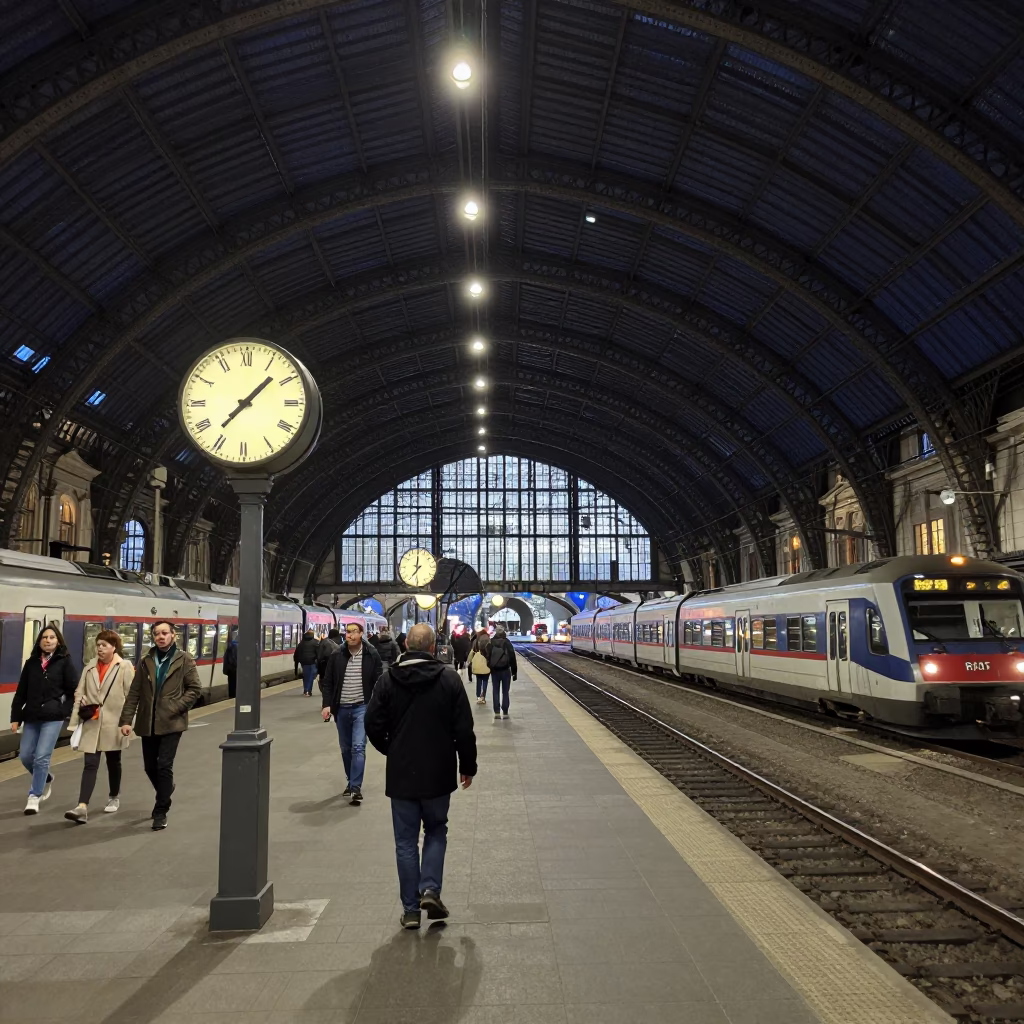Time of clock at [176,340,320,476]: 1:37
